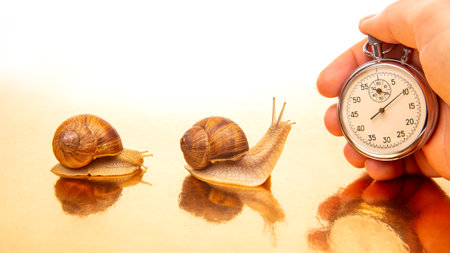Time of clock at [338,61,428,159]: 8:09
